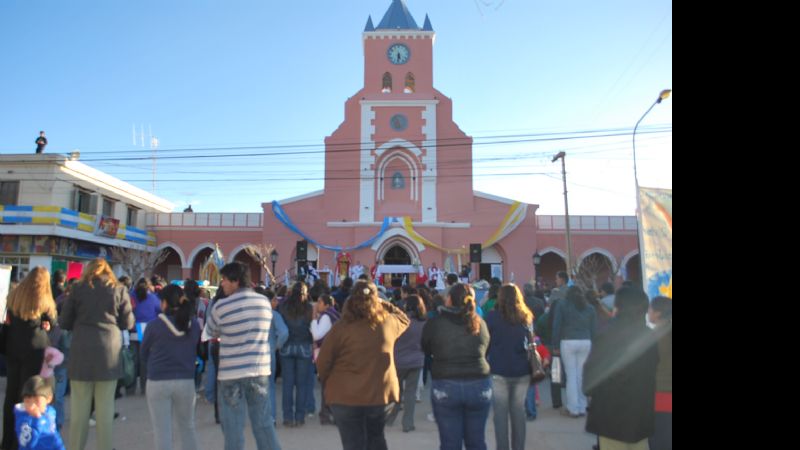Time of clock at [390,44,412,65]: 5:31
